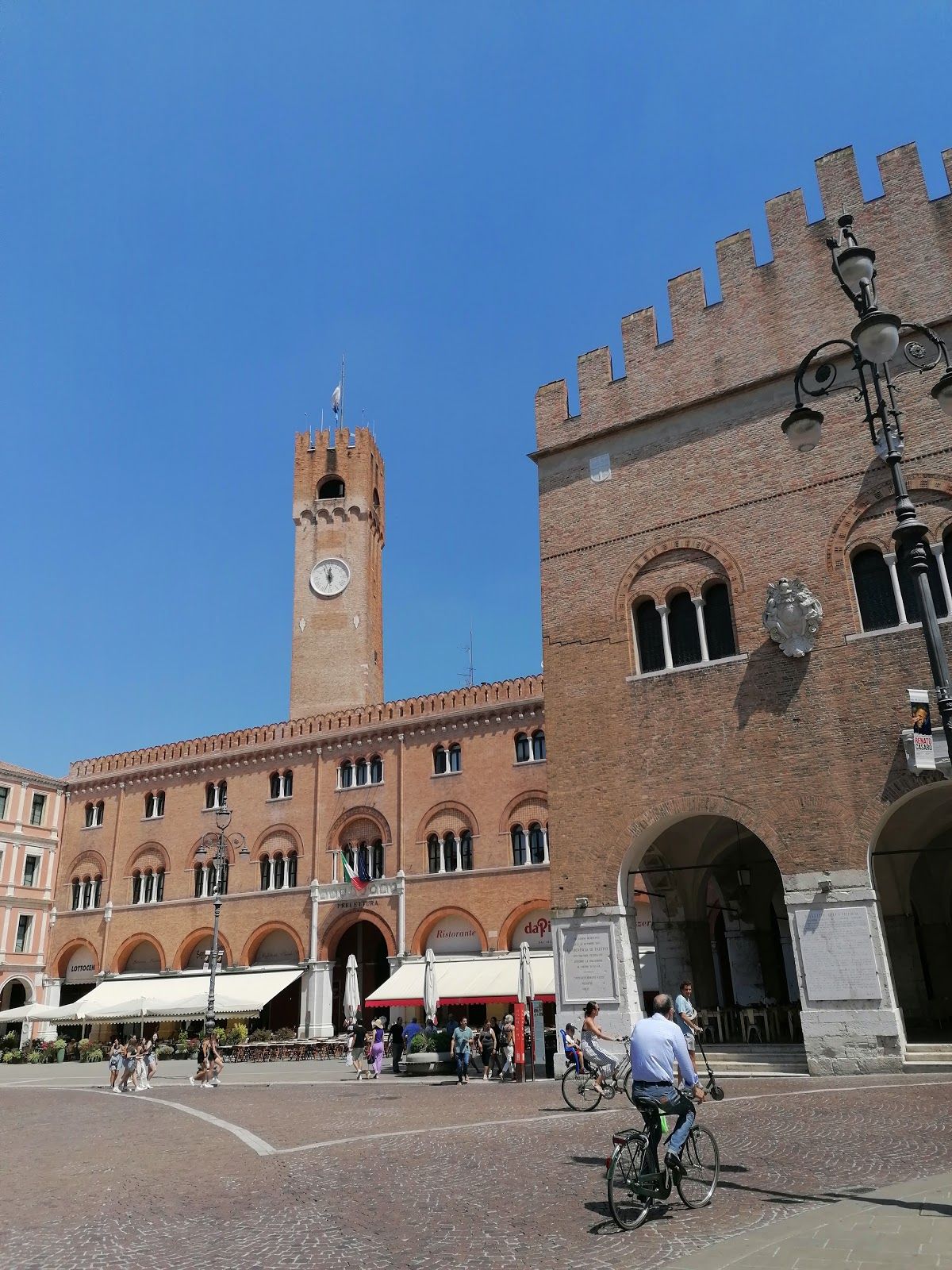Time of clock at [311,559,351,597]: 5:59
